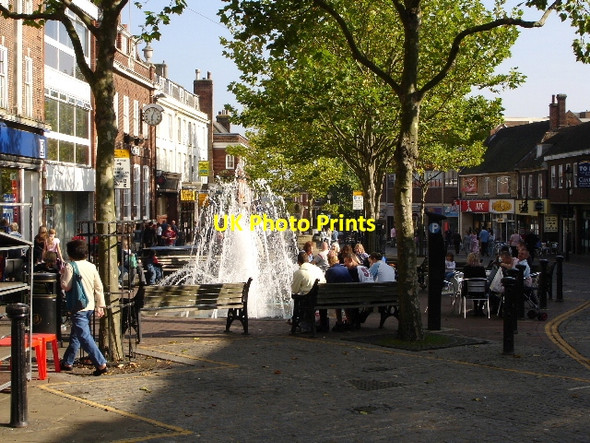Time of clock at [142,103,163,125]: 6:03
